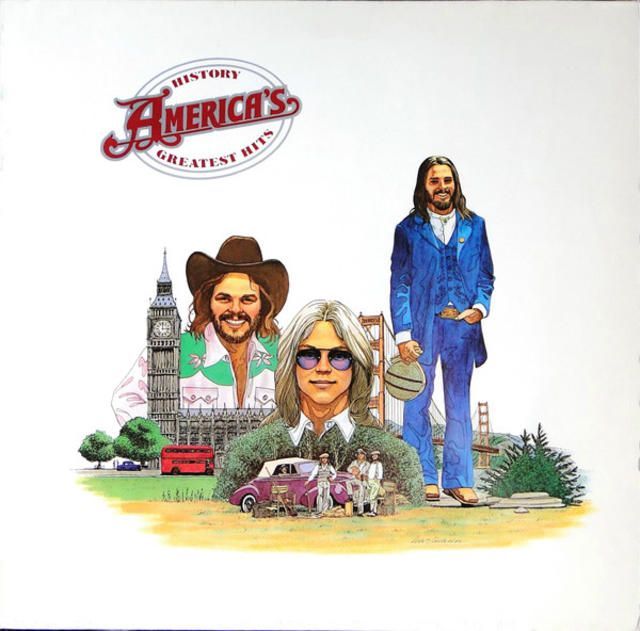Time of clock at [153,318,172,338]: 2:59
